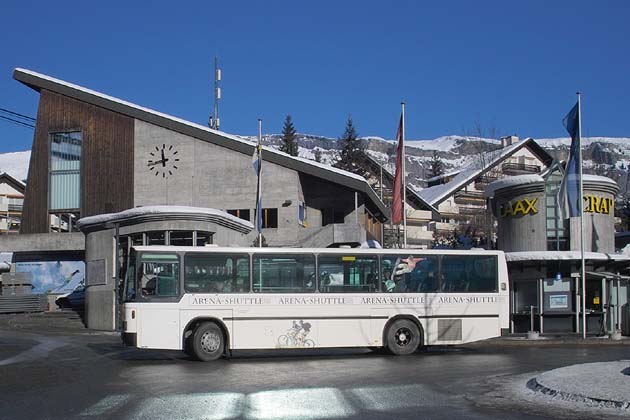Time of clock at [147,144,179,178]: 11:42
